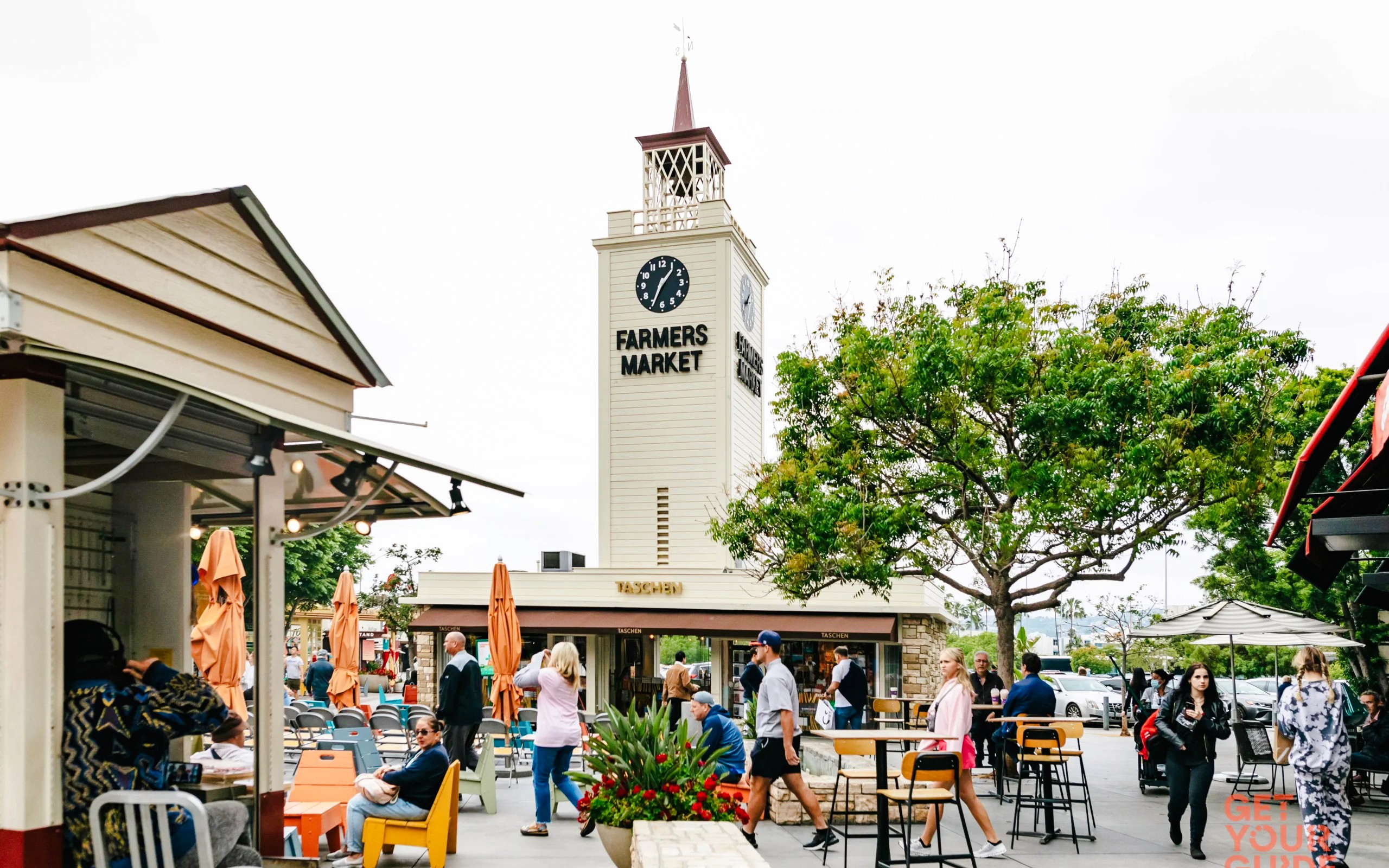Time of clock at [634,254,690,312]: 1:34
